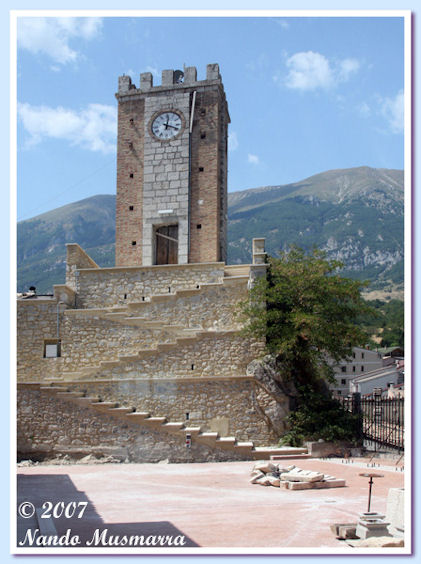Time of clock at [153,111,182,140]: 12:18
